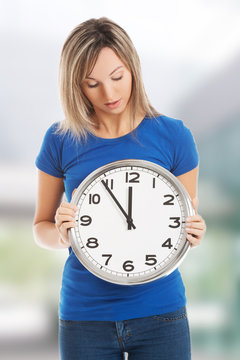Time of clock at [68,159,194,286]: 11:53
